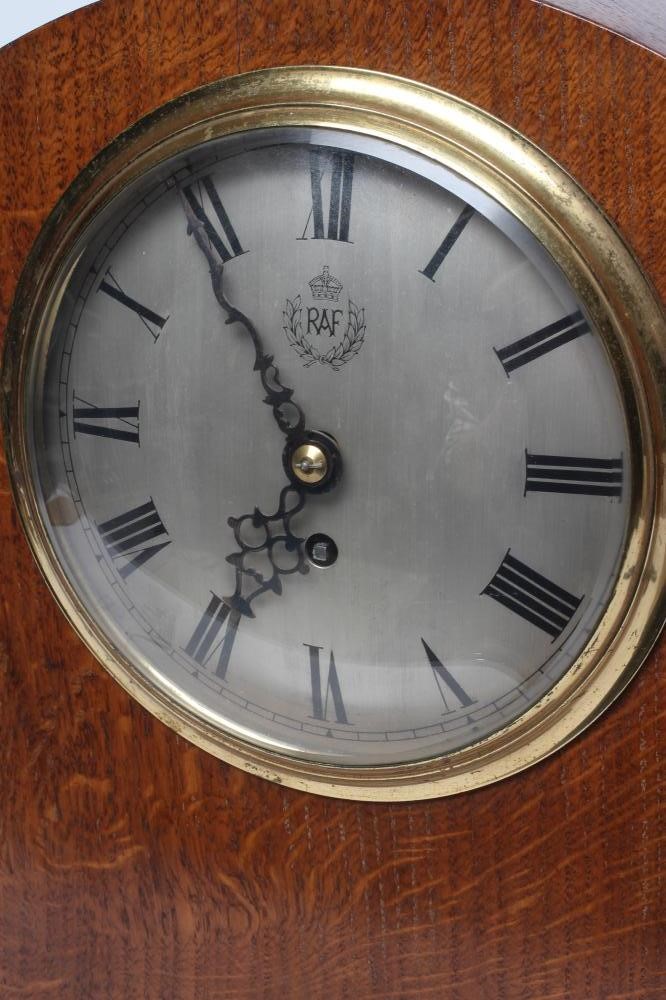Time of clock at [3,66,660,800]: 6:54
